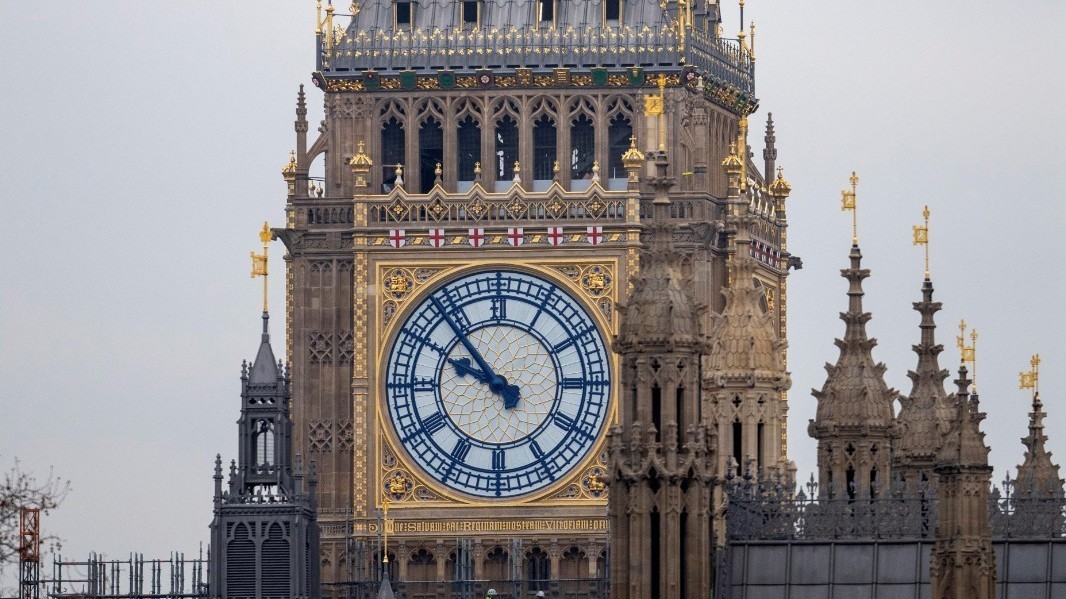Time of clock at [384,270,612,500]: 9:53
